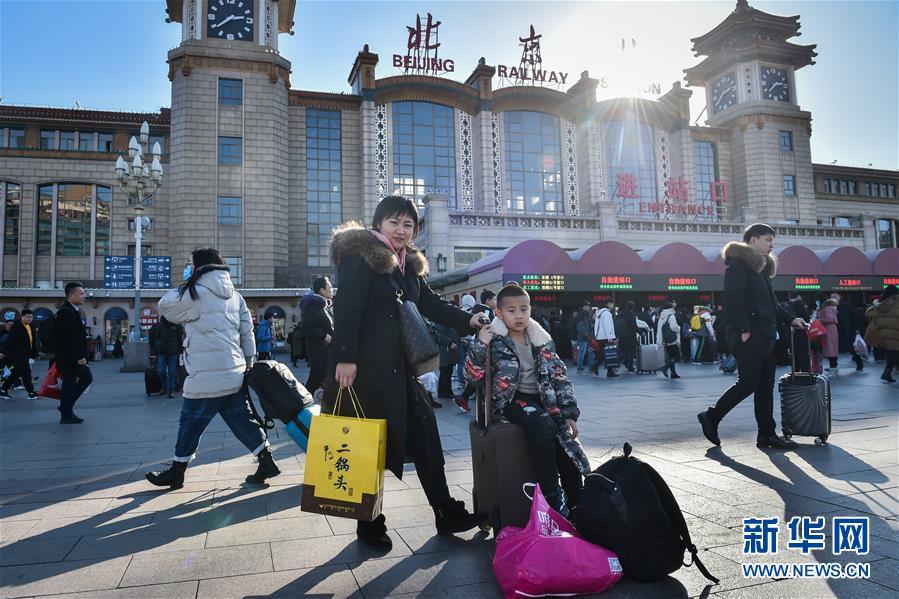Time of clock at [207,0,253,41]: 2:38
